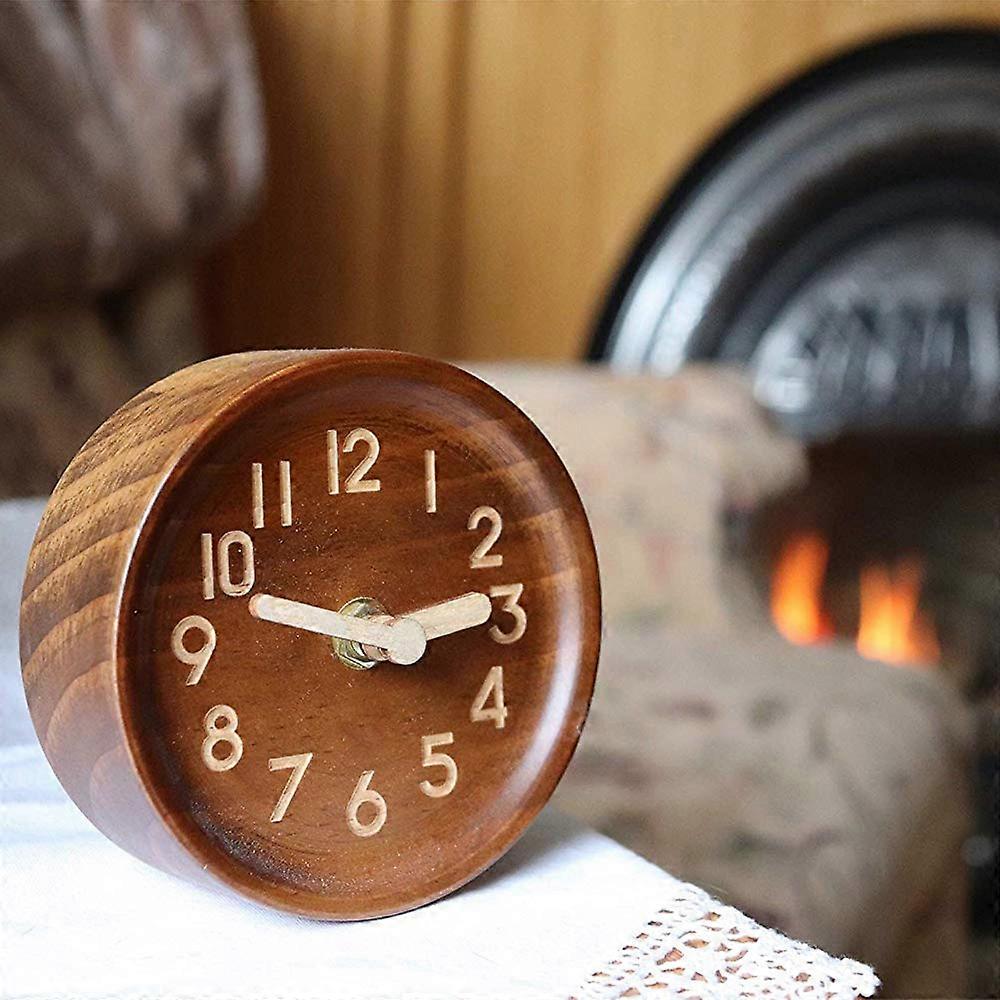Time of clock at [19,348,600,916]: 2:48
